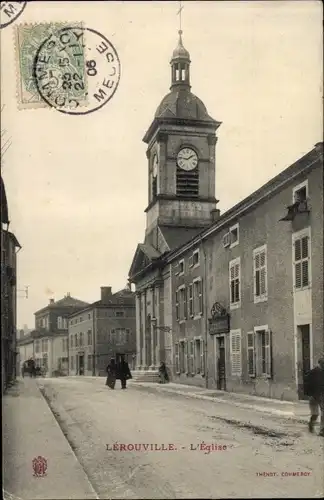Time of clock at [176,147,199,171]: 1:46
